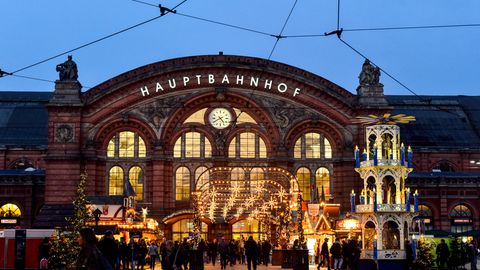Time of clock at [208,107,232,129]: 4:40
